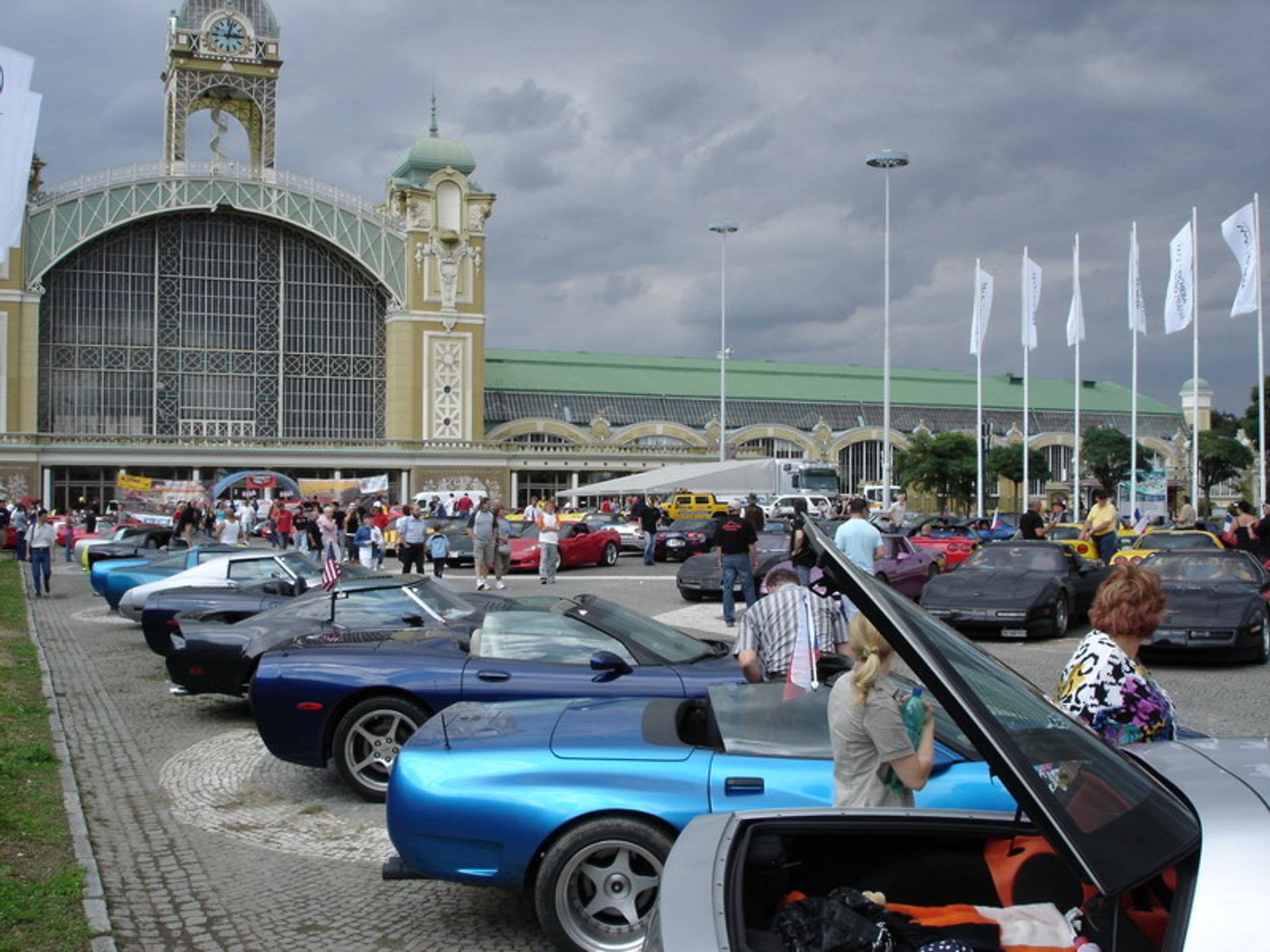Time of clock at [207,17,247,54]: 3:02
